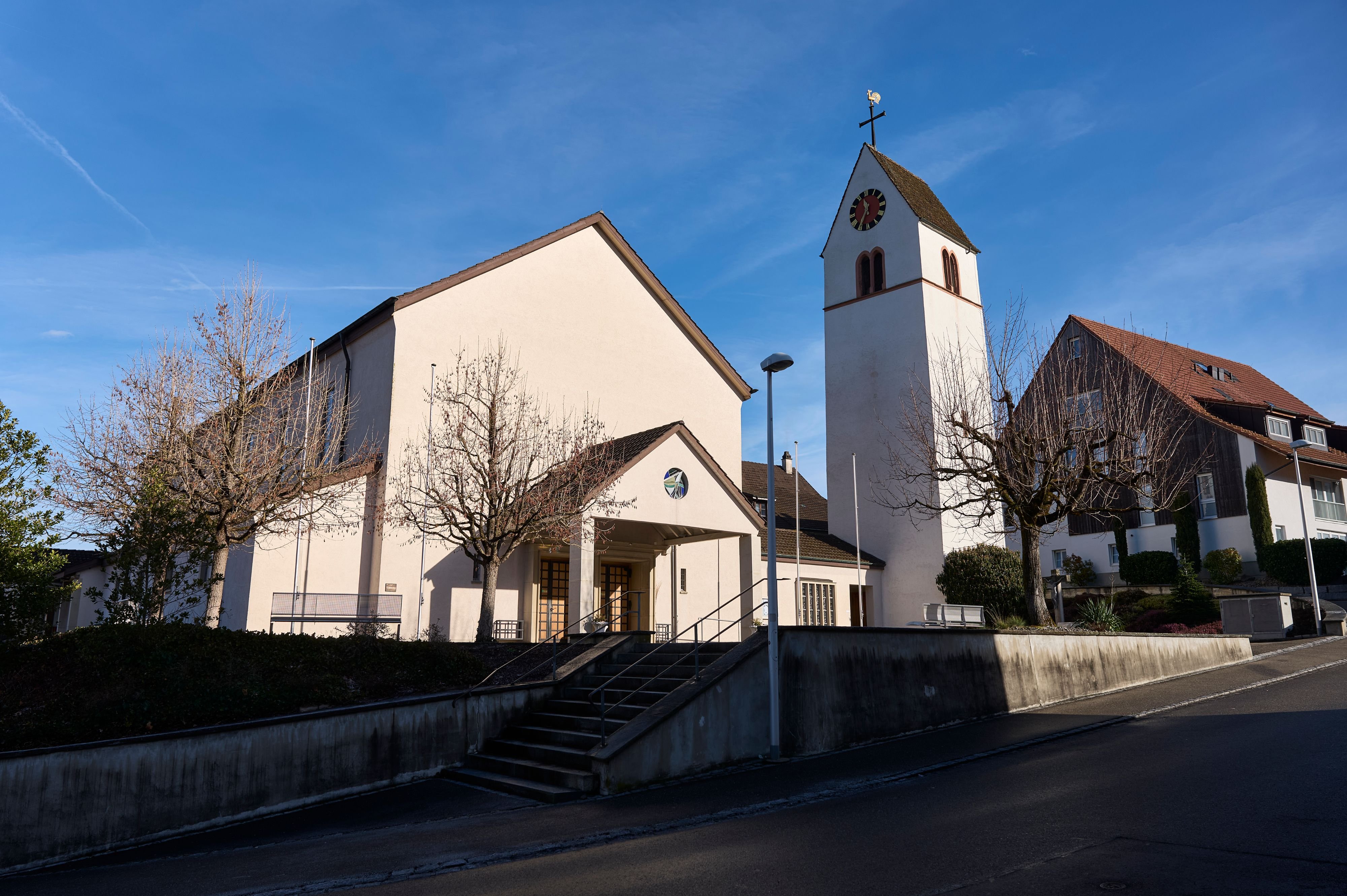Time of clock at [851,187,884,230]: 11:35
